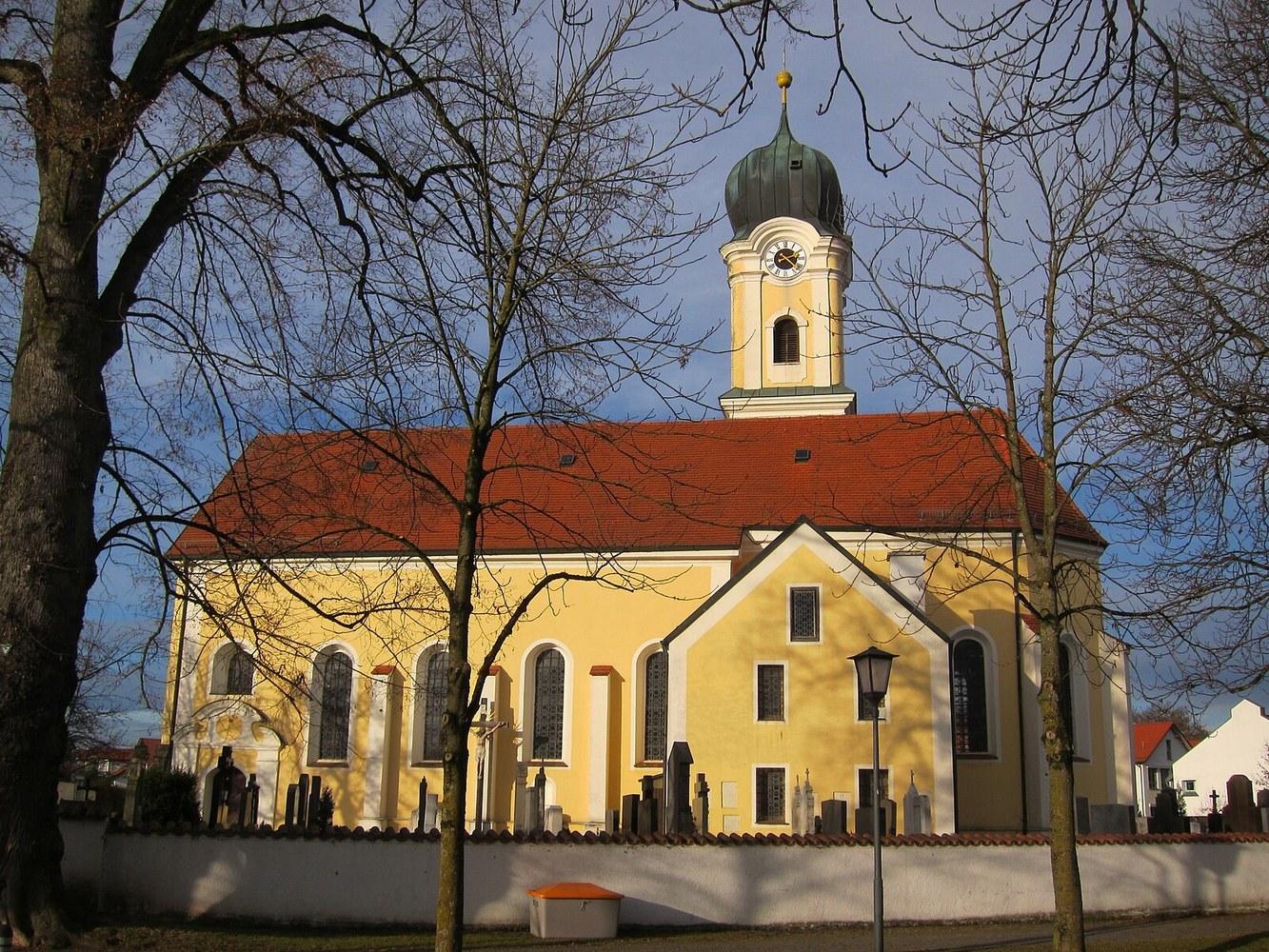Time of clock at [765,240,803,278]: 2:21
